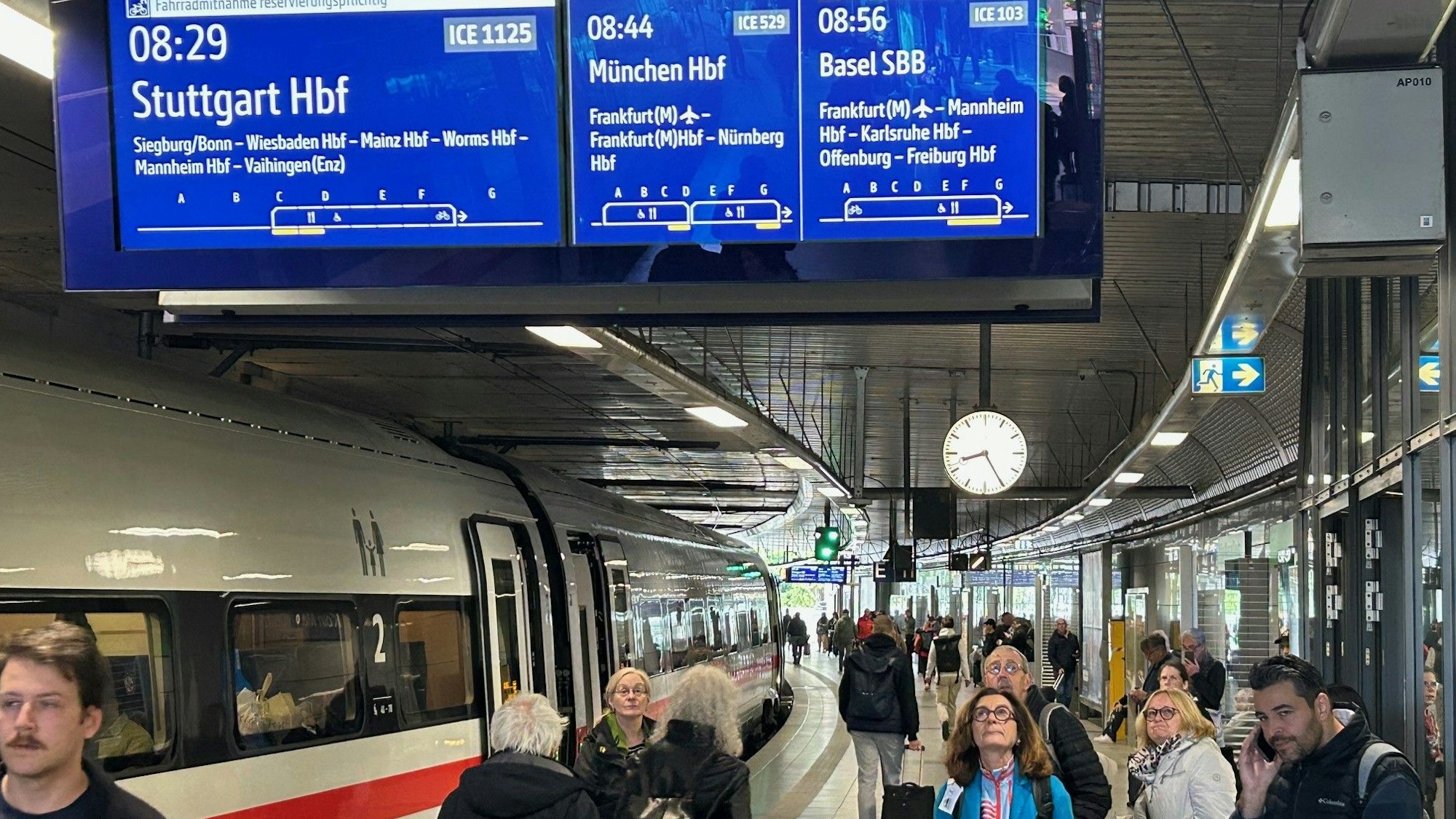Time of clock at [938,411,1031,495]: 8:25
